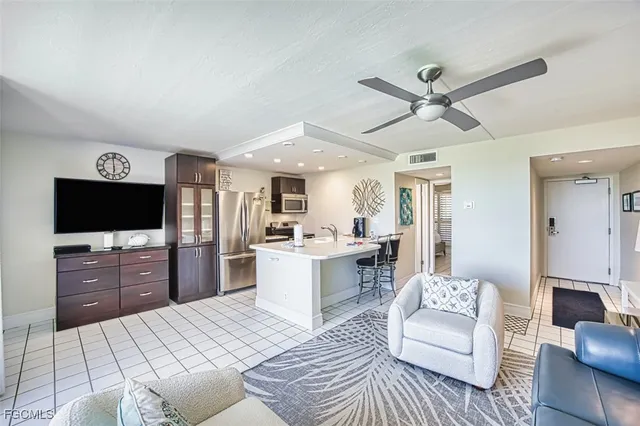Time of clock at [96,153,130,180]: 5:59
